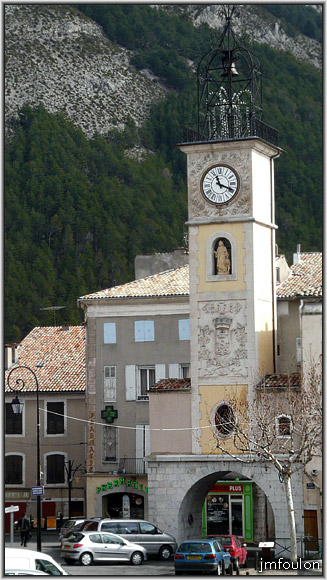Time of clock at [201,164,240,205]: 11:18
